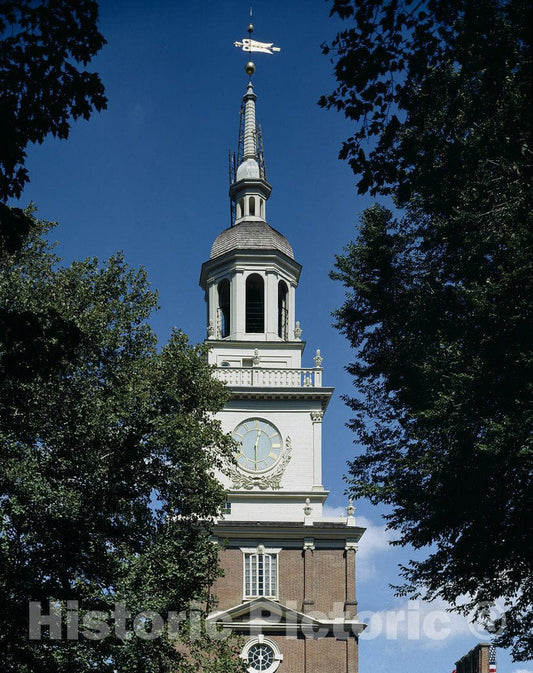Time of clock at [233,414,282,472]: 12:30
